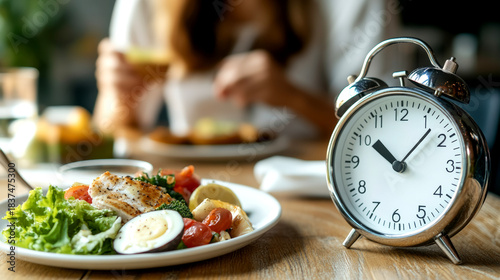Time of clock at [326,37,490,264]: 10:07
